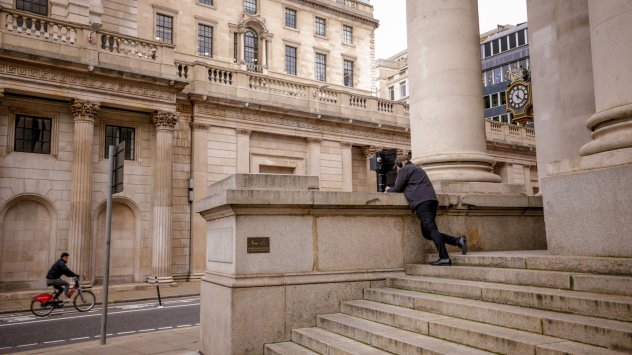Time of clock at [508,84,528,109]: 12:21
